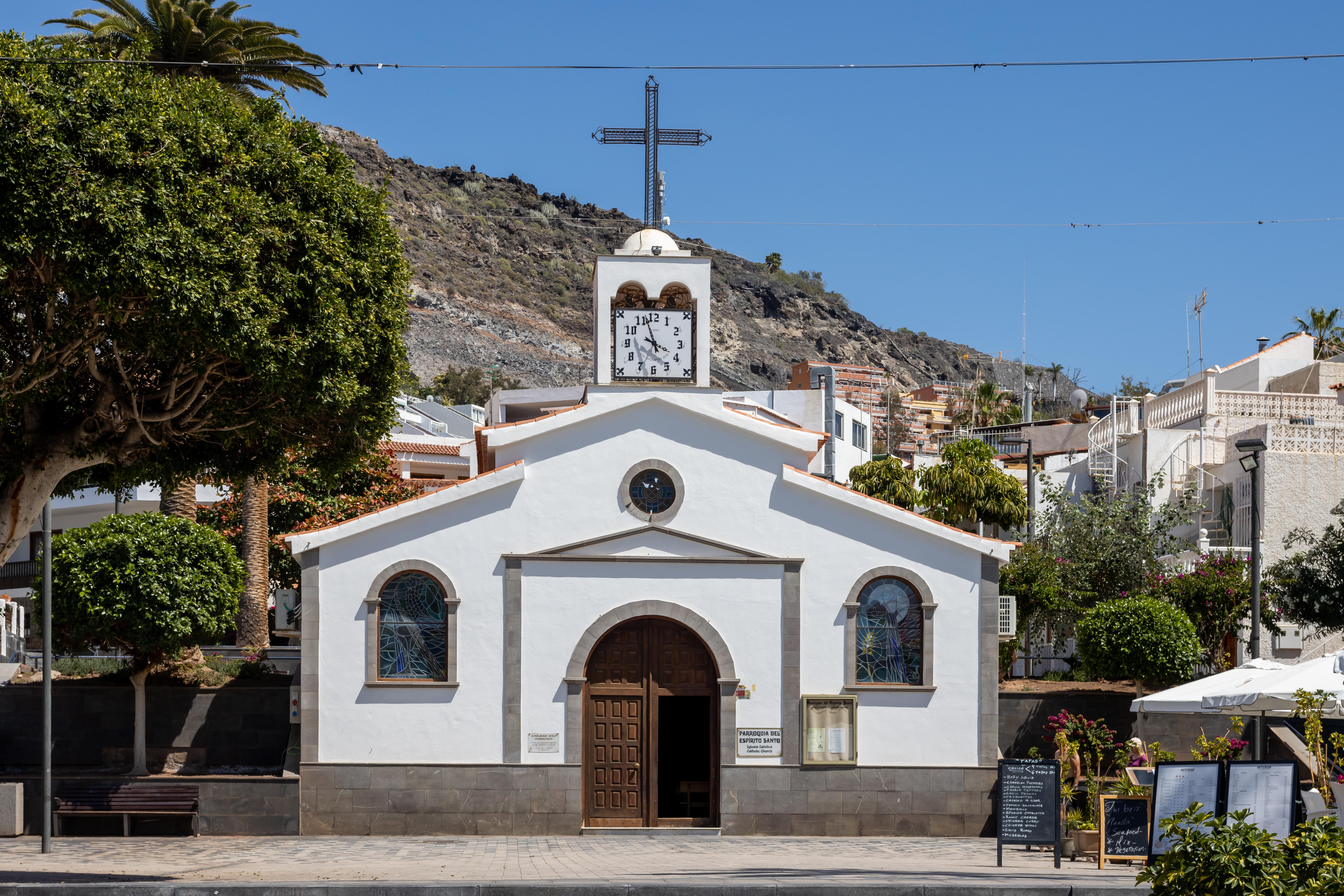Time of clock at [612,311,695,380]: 3:57
